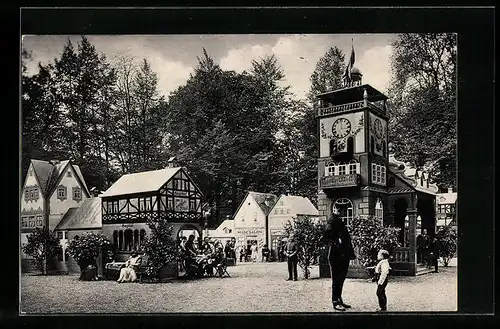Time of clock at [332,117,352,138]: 12:16
